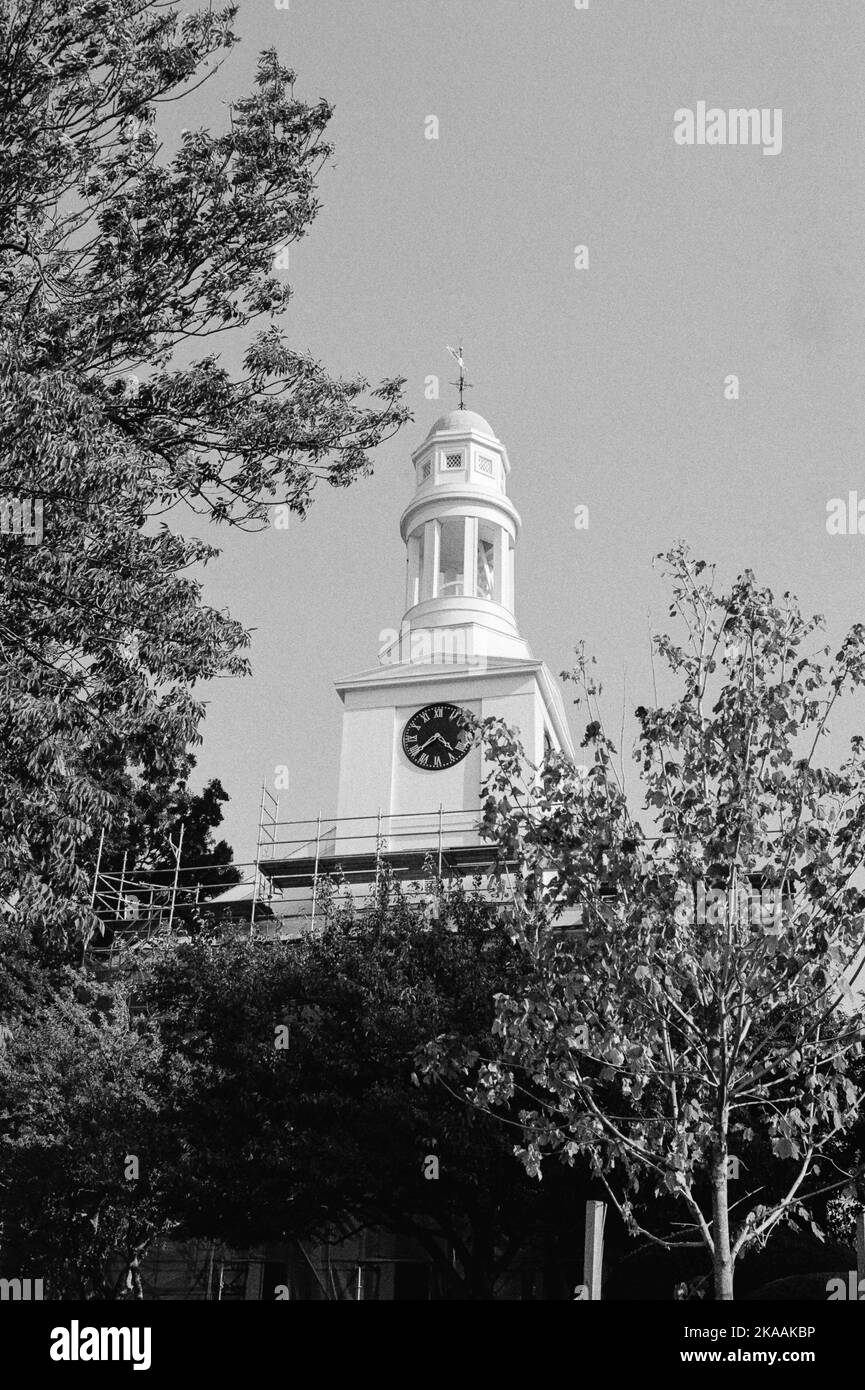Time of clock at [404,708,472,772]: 4:38
